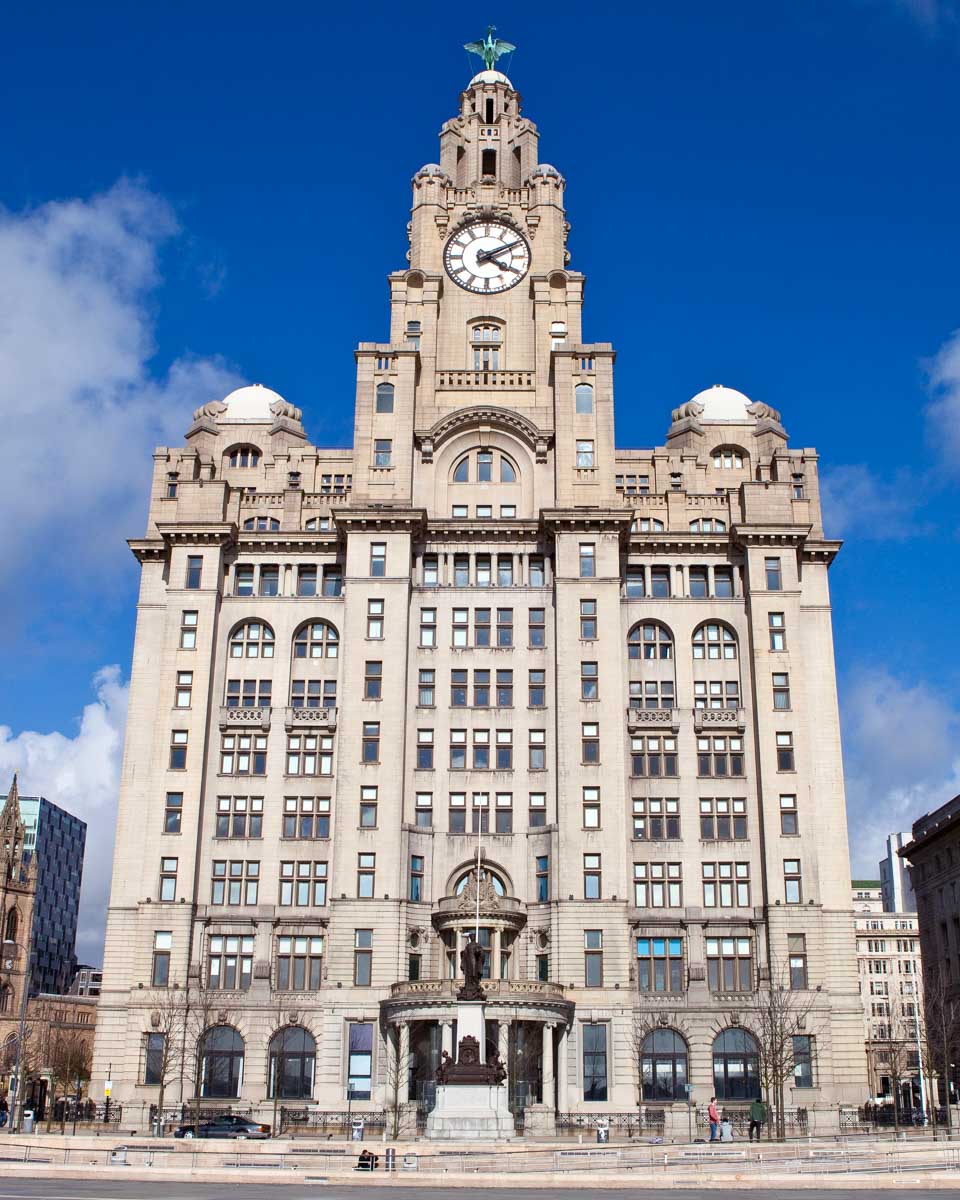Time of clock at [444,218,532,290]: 4:10
